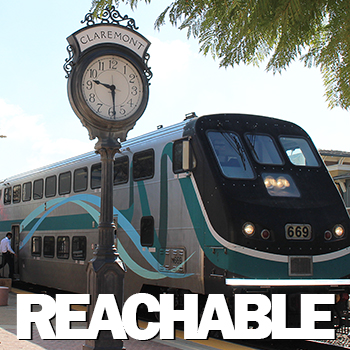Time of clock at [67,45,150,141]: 9:28
